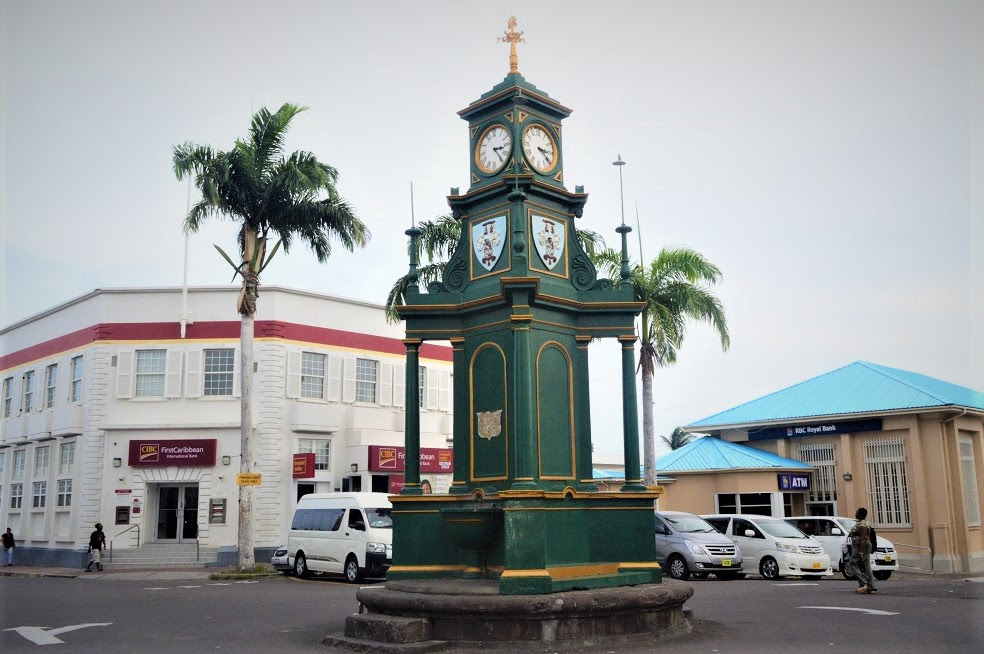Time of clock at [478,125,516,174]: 3:23
